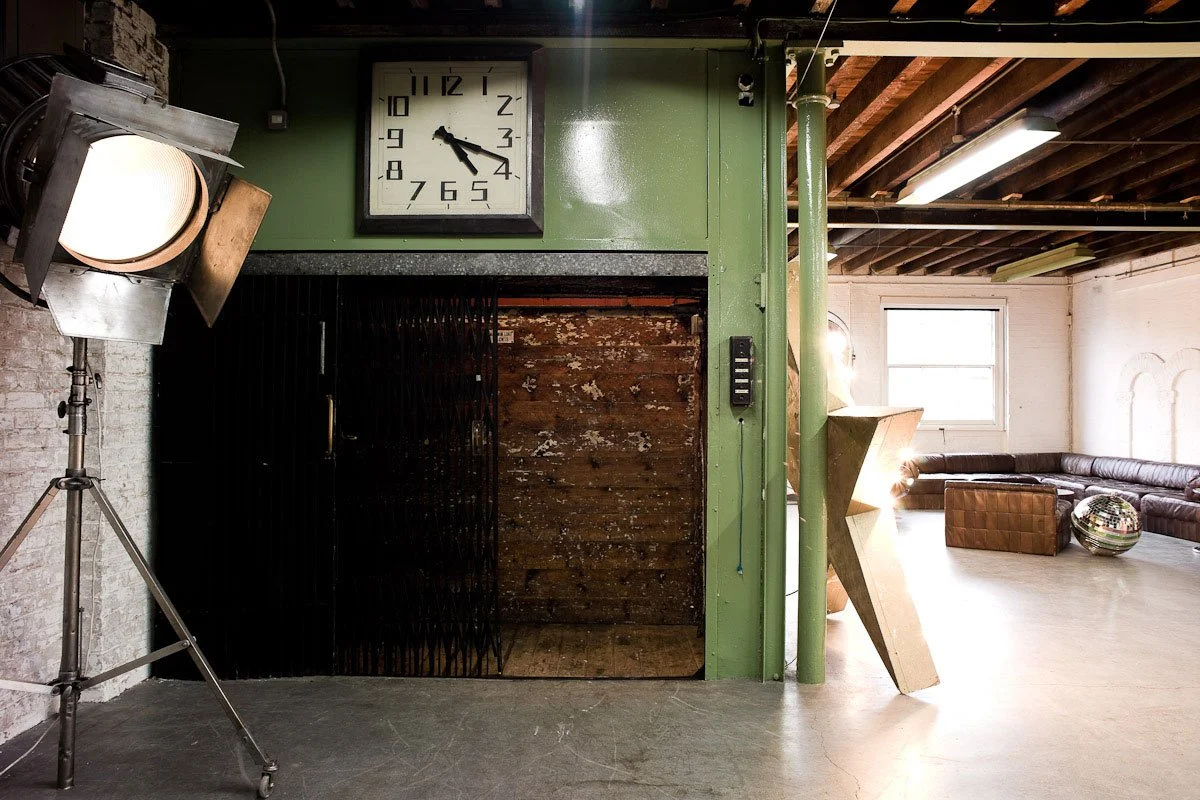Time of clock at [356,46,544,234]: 4:18
